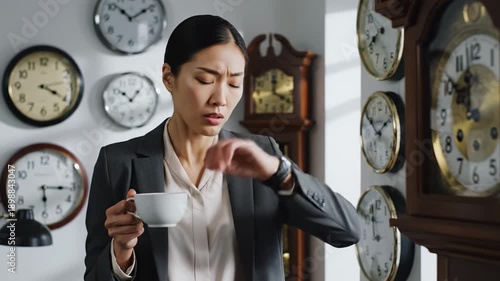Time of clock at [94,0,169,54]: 1:51
